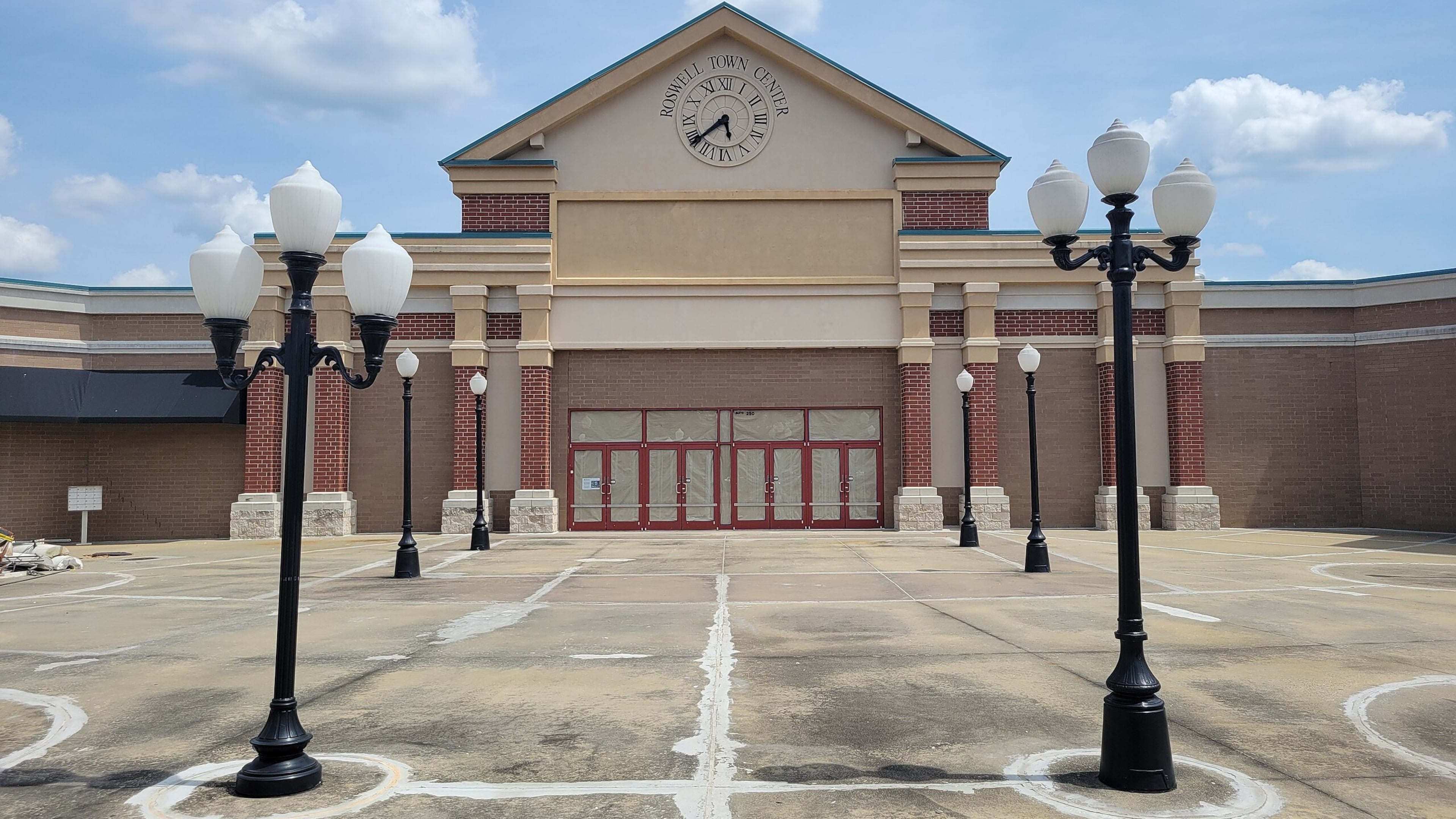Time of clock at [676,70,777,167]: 5:38
